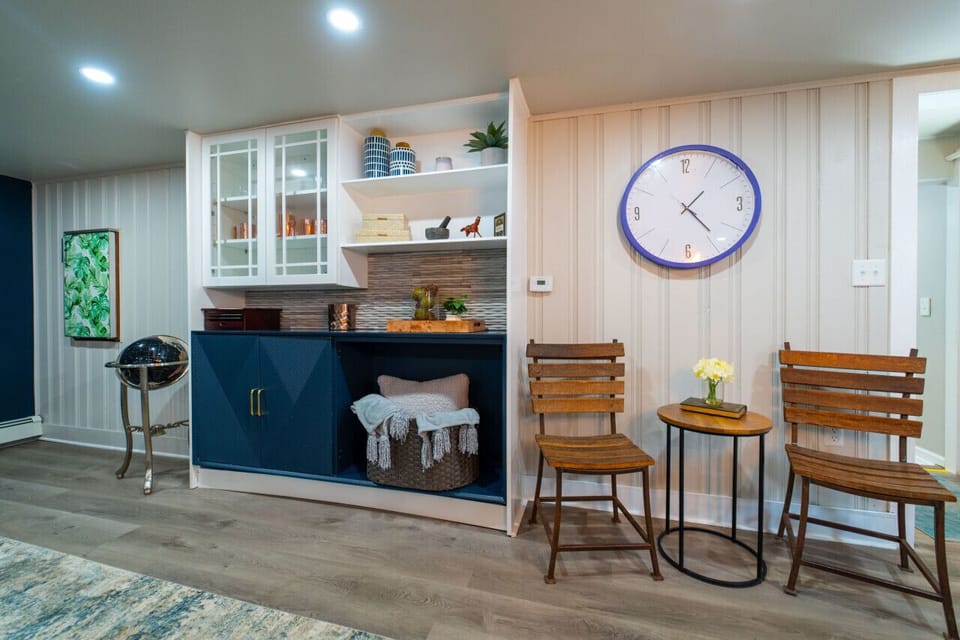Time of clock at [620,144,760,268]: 1:24
